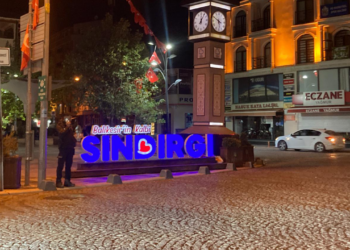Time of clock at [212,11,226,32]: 5:49
